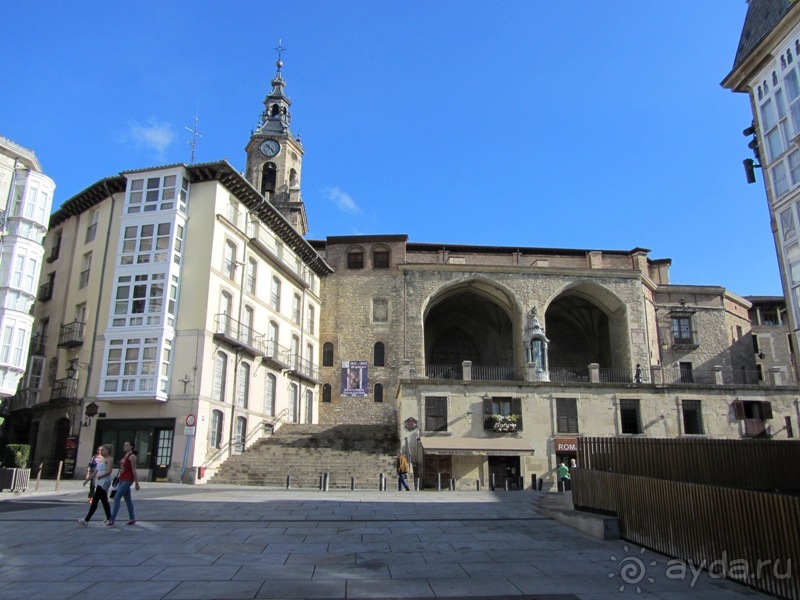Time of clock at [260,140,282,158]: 10:24
